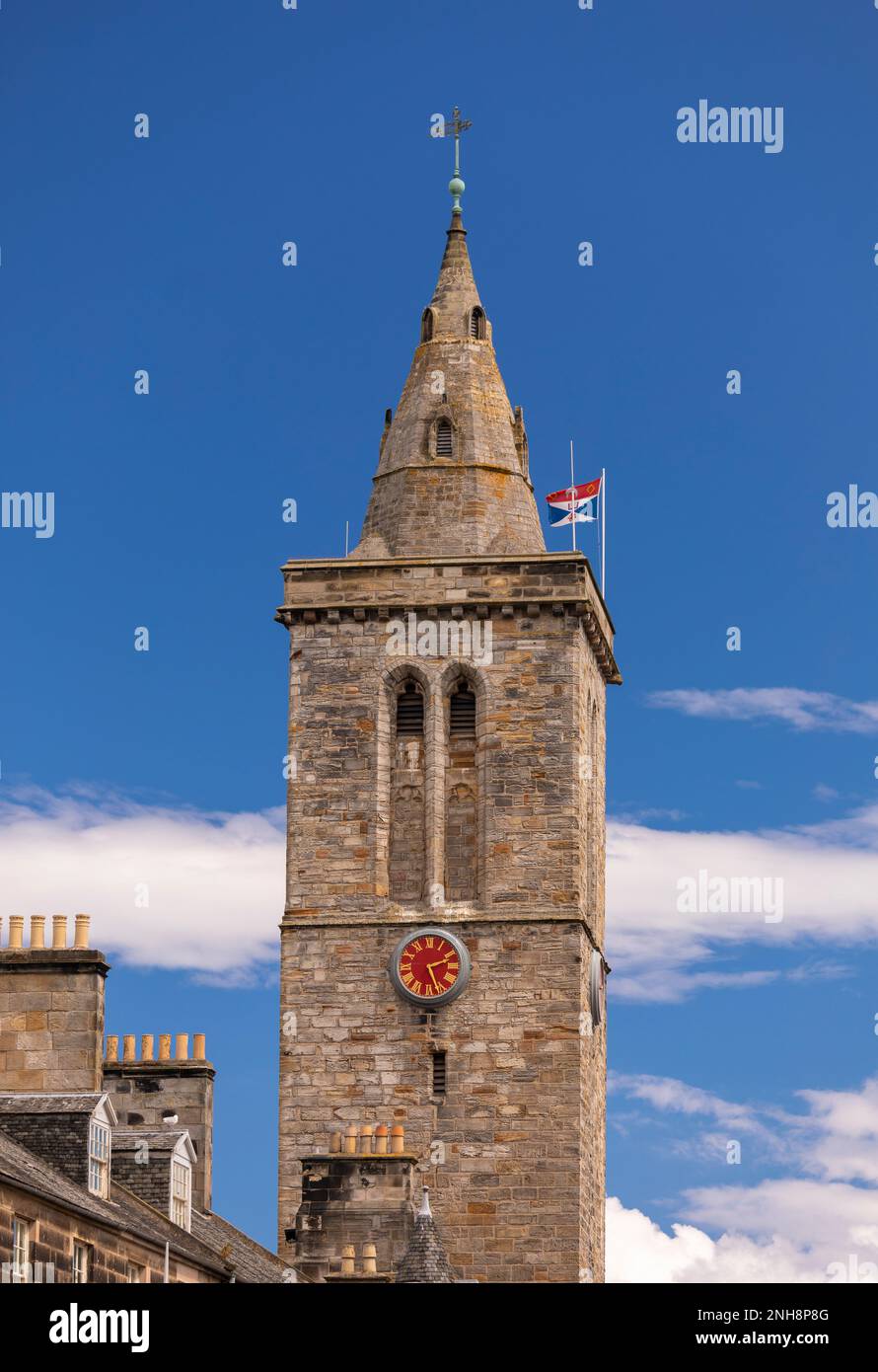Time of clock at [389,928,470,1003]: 2:26
